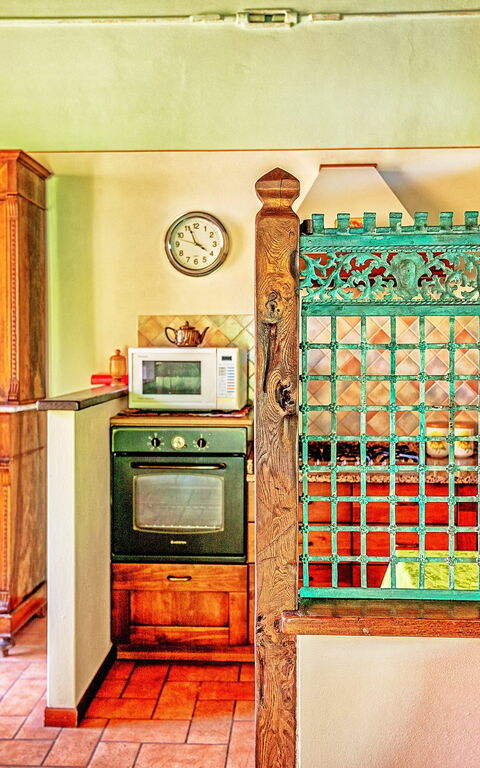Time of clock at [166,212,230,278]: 3:56
